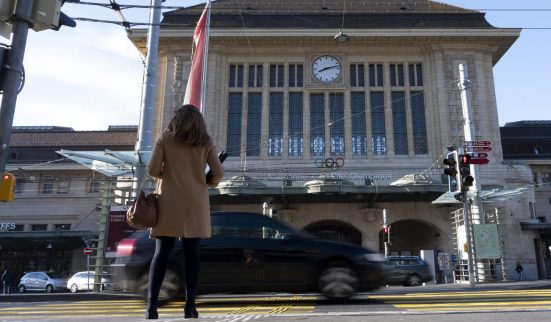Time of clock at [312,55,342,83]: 8:12
